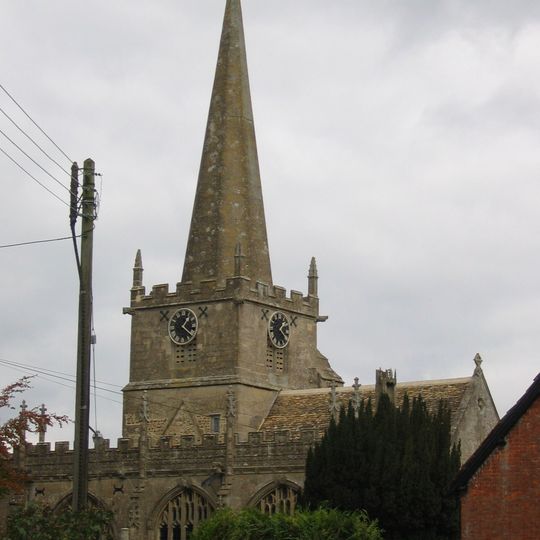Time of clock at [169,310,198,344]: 1:21
